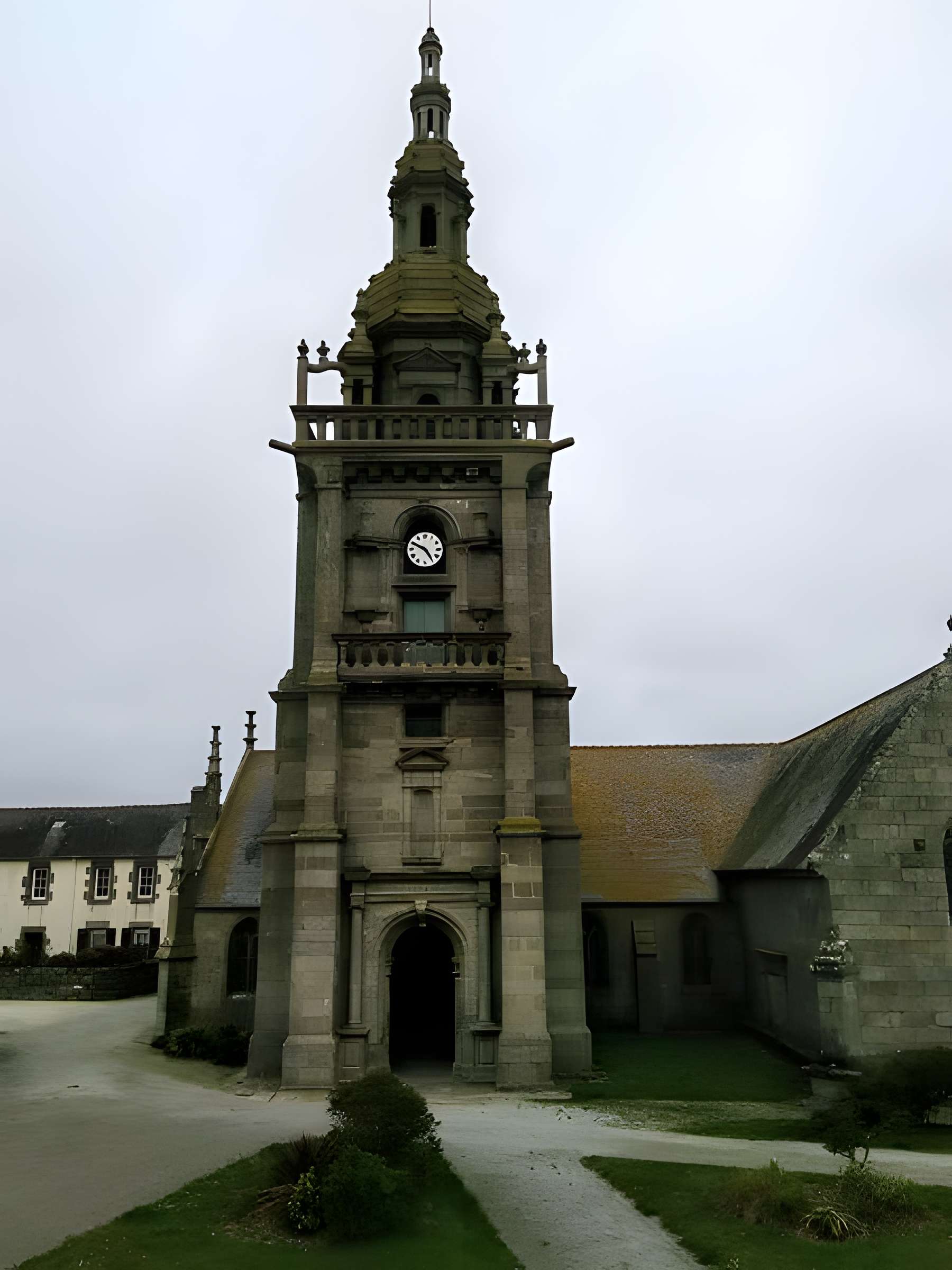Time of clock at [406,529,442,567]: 4:49
